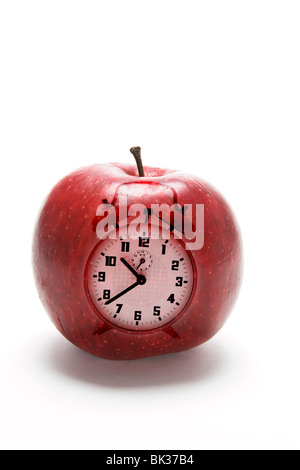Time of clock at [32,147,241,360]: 10:38
